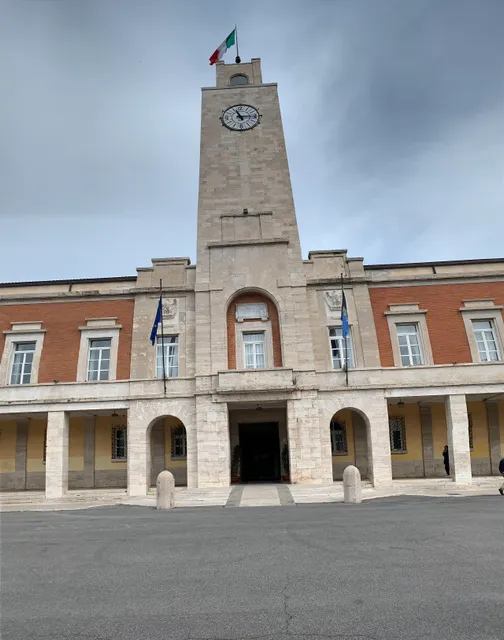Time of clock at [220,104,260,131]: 11:15
